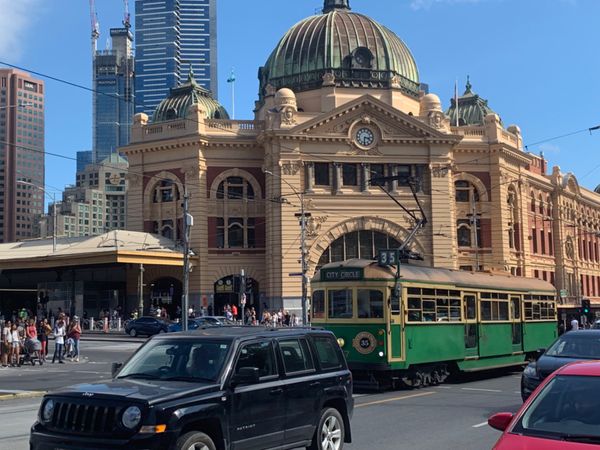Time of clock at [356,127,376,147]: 3:31
